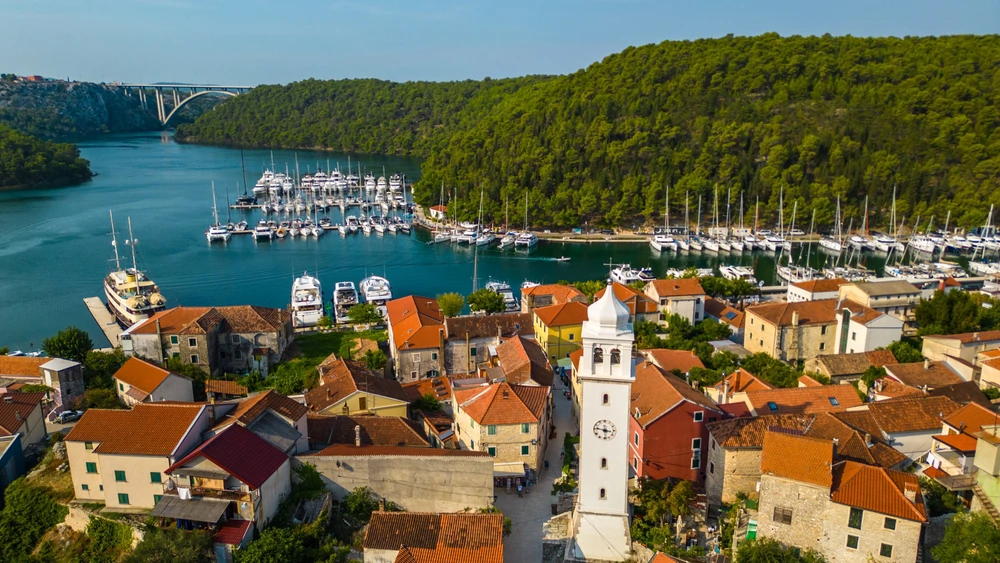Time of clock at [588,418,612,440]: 11:46
